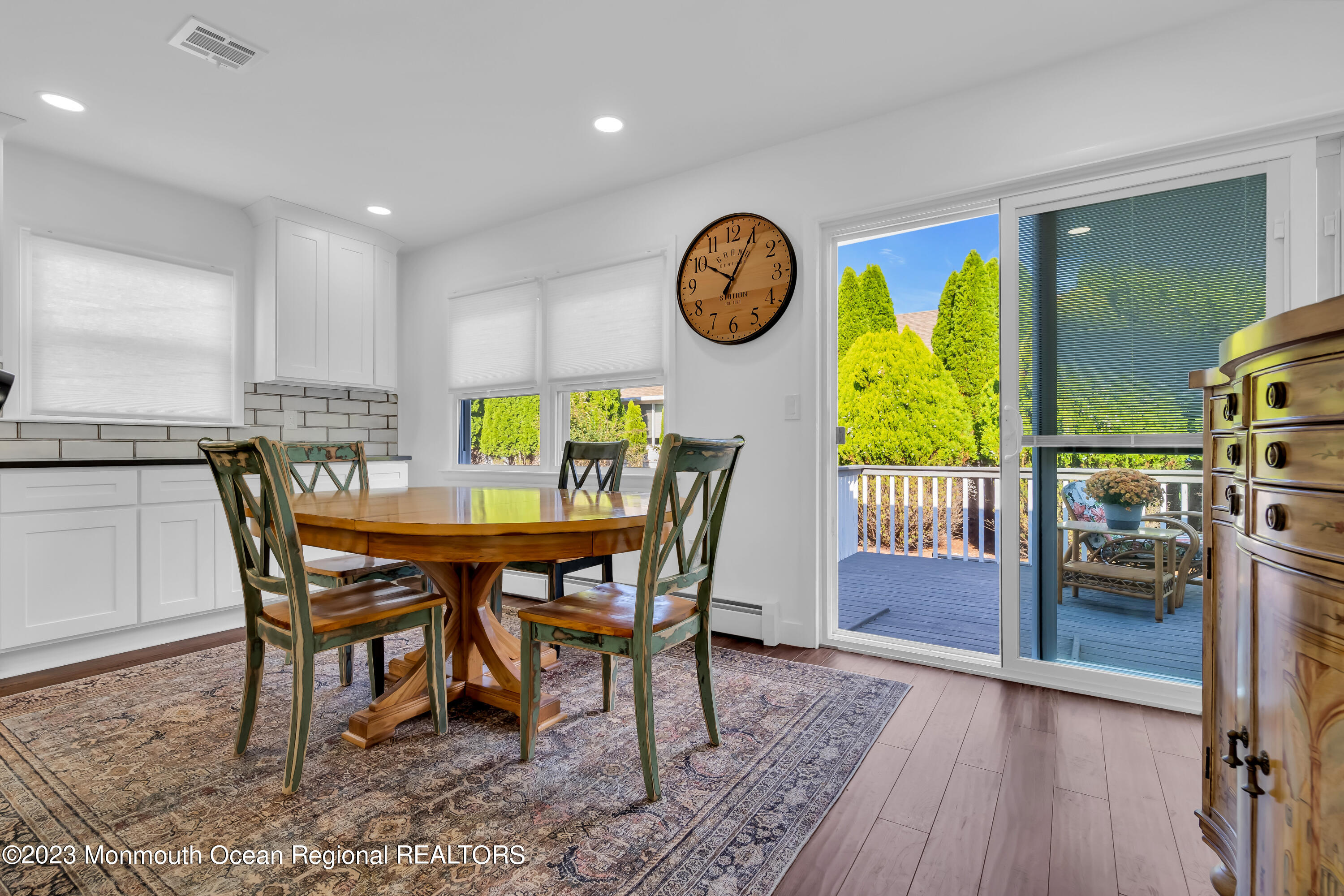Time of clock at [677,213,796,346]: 10:04
